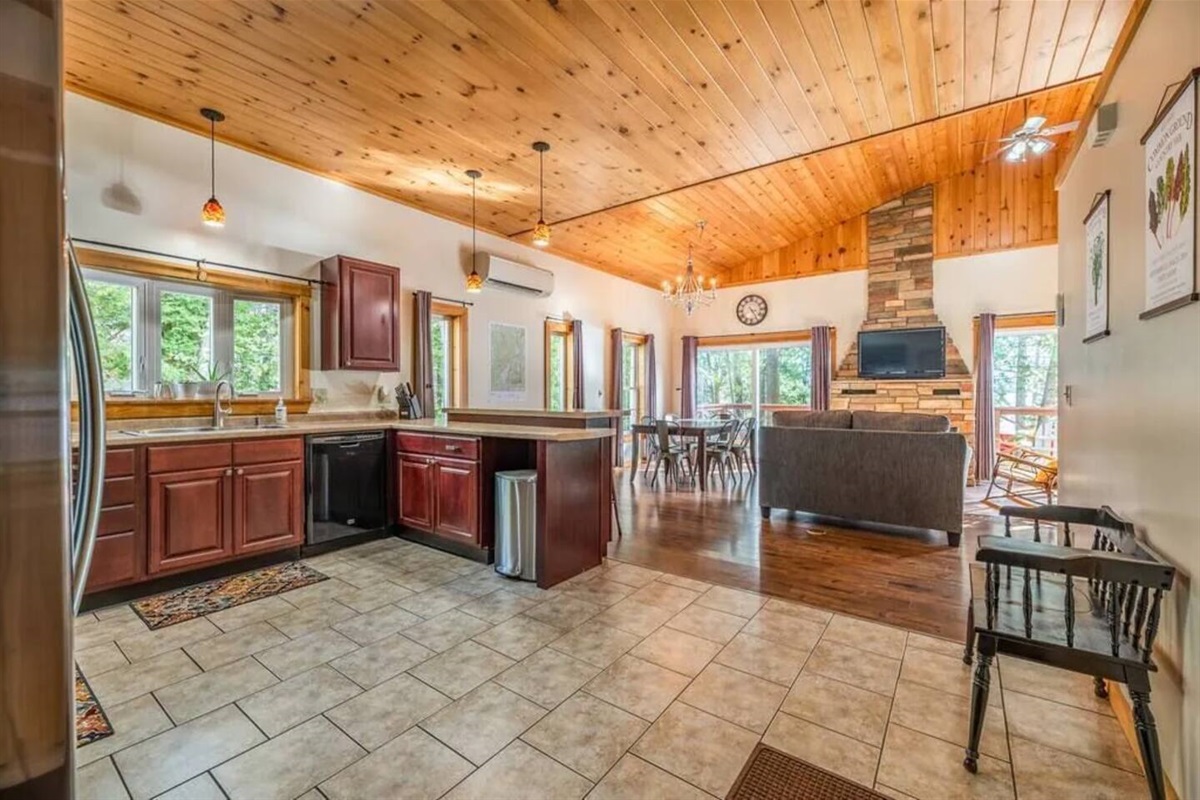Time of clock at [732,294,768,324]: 3:24
